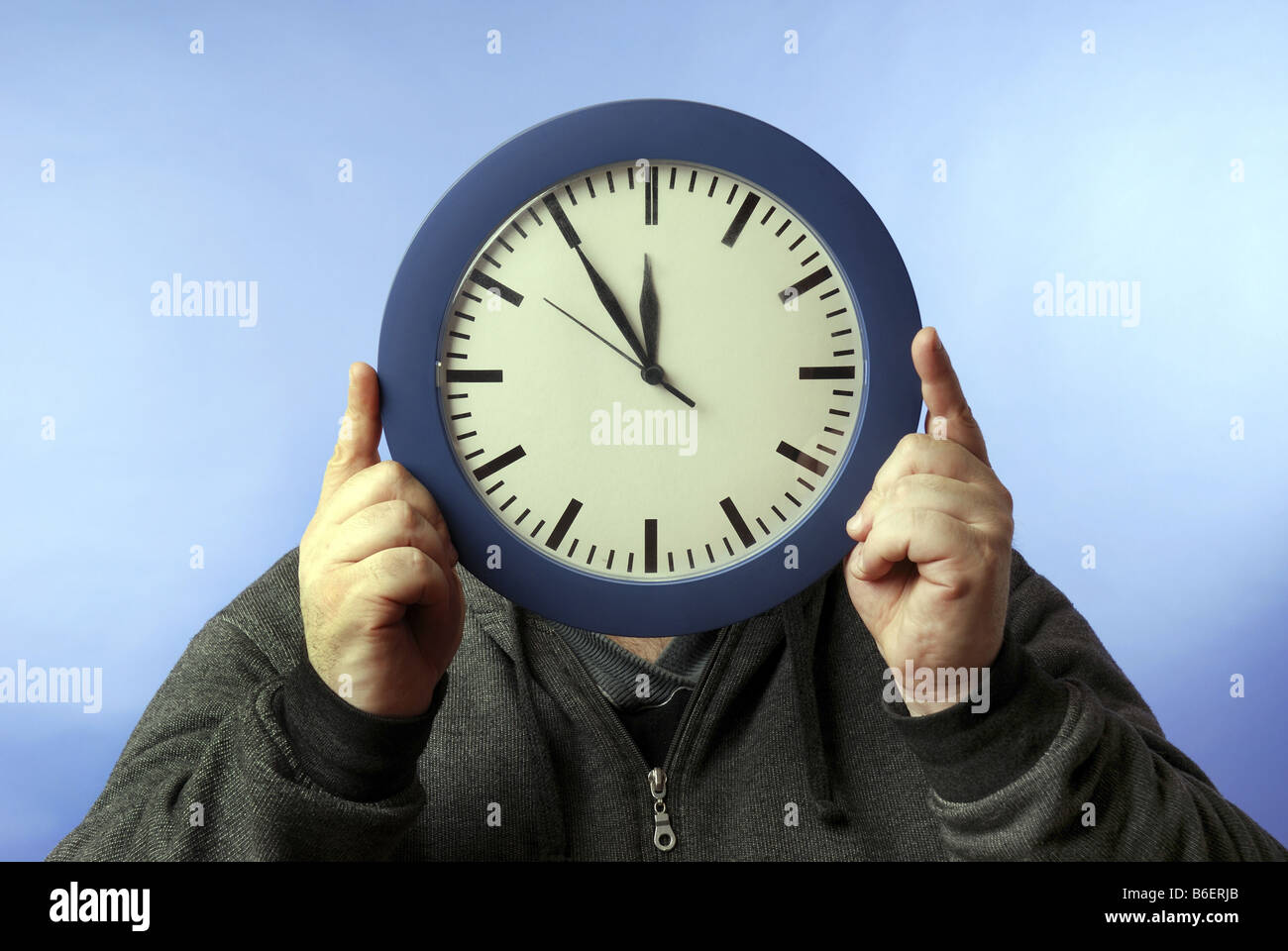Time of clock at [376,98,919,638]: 11:54
